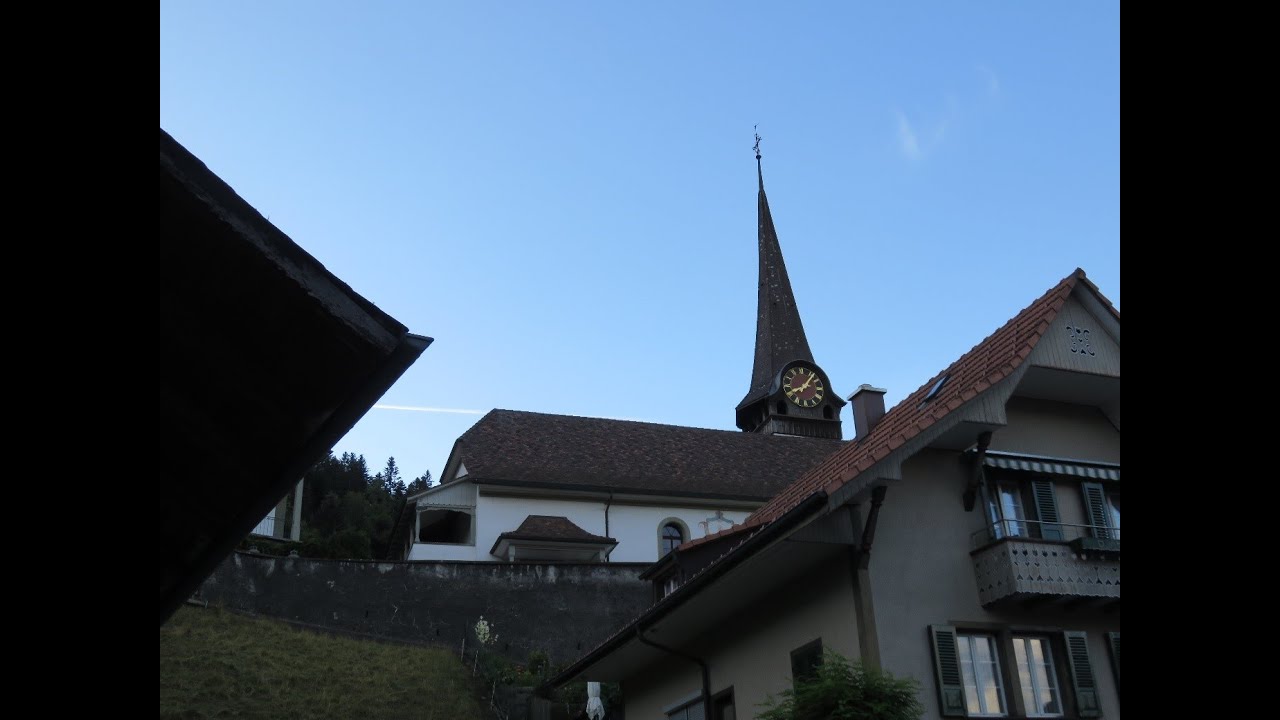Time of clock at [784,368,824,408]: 8:06
